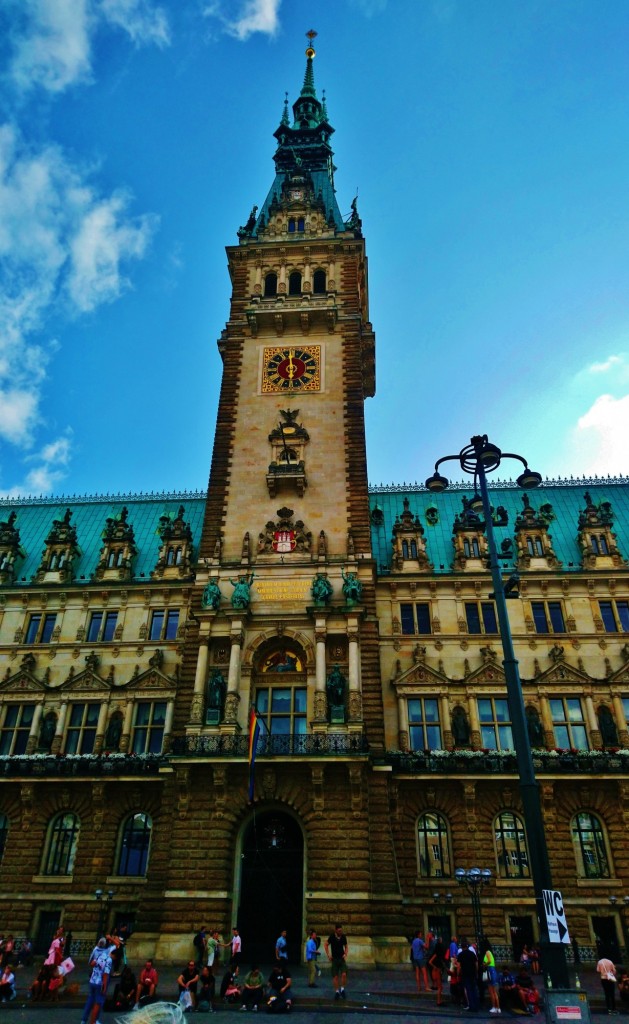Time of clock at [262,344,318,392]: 5:59
